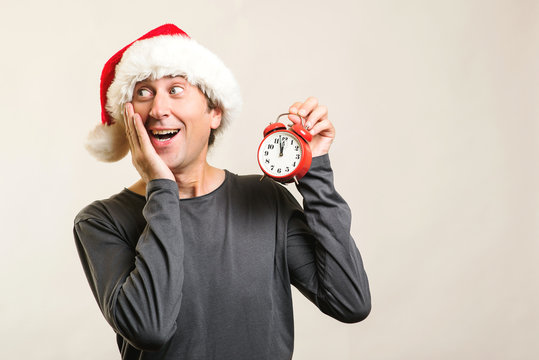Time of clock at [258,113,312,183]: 11:57
